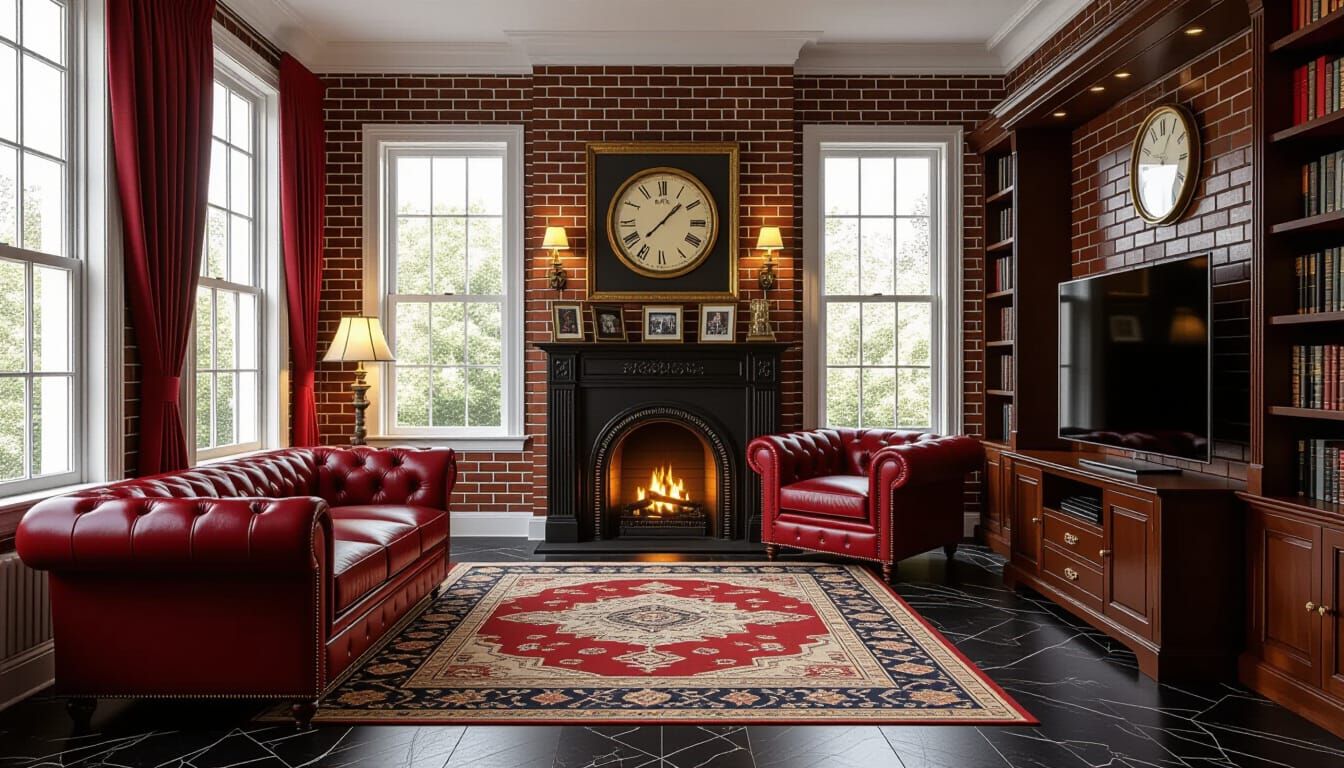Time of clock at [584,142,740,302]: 1:37
